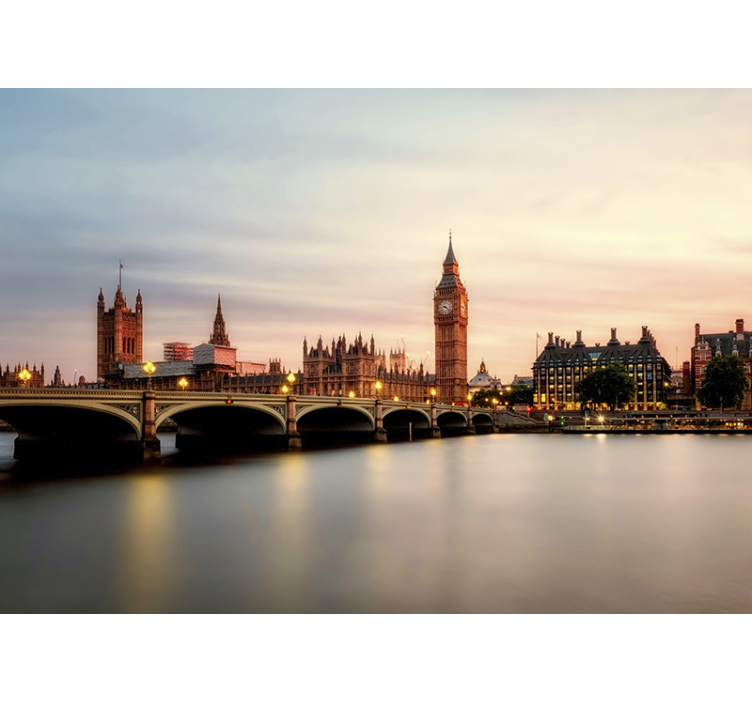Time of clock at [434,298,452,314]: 9:22
